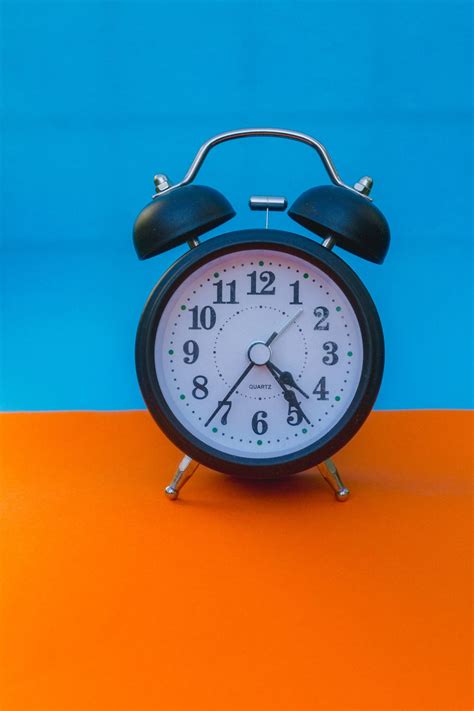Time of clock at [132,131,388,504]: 4:36
